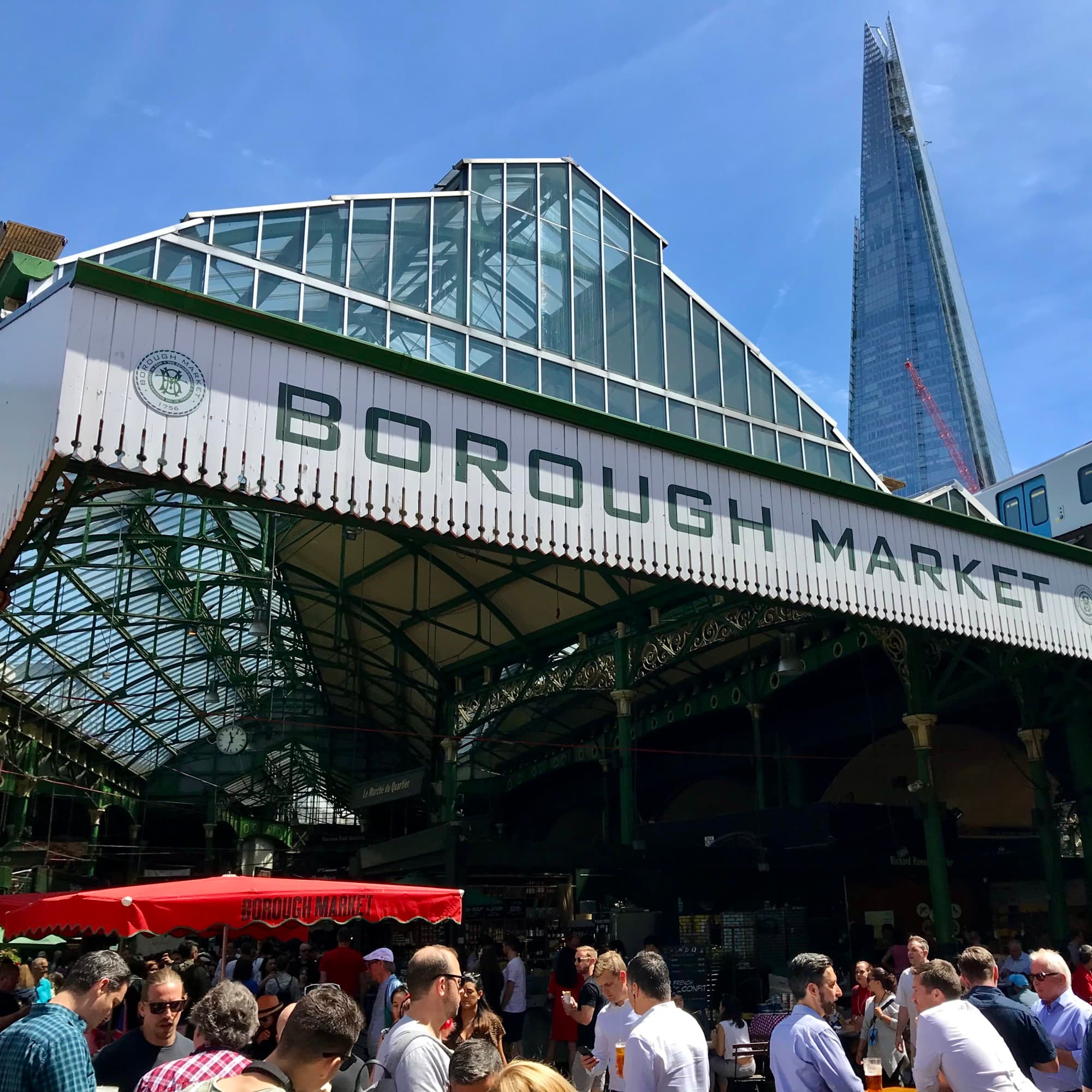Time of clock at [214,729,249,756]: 11:33
